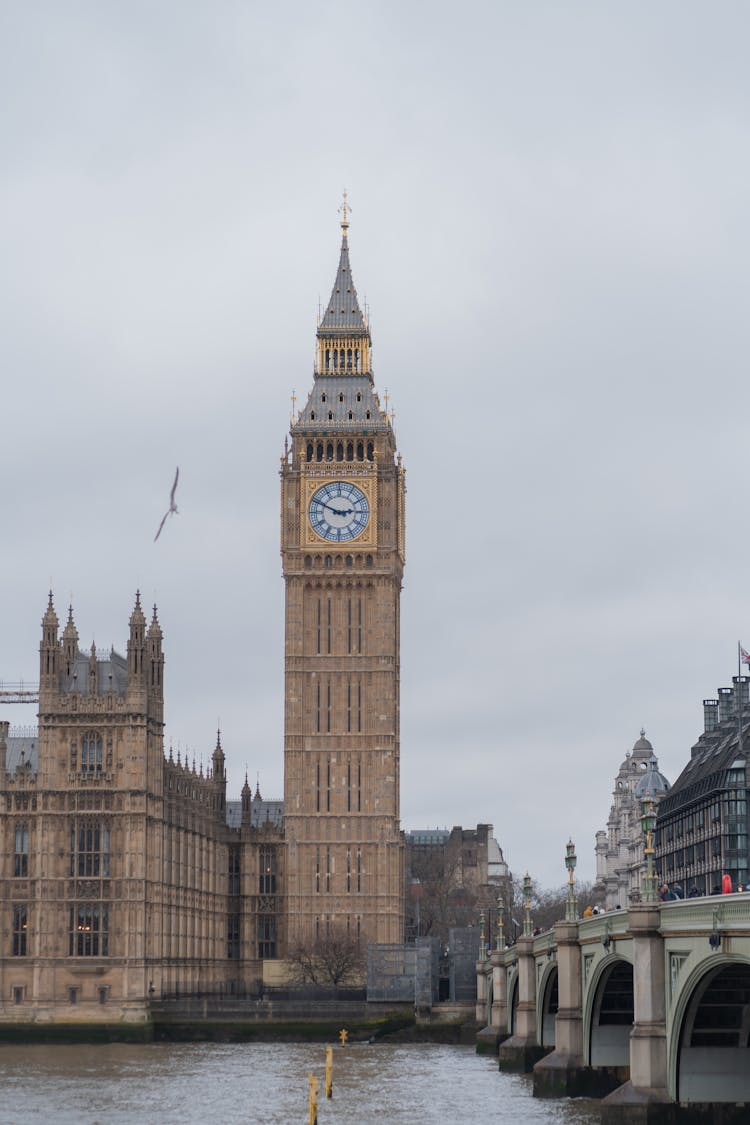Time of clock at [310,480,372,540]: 2:49
